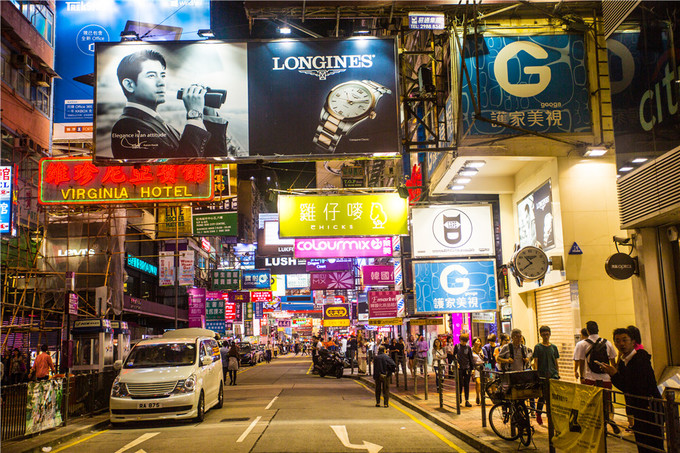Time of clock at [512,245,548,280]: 10:39
